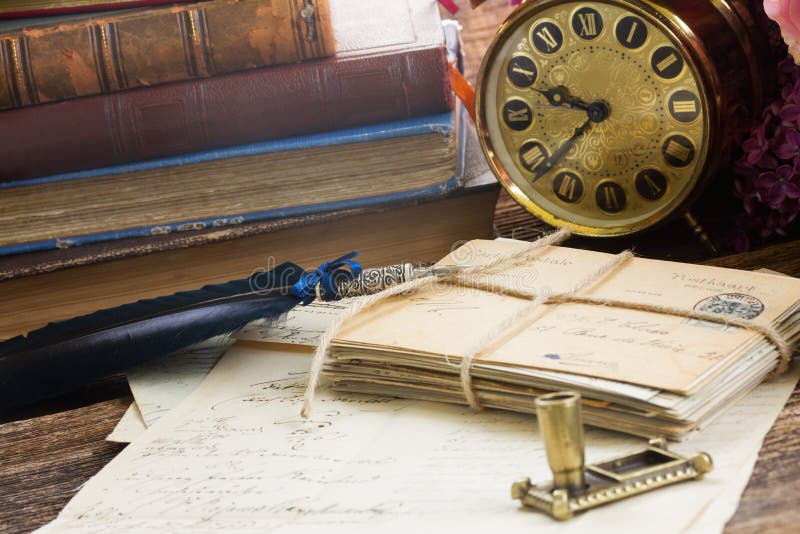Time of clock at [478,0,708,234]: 9:38
